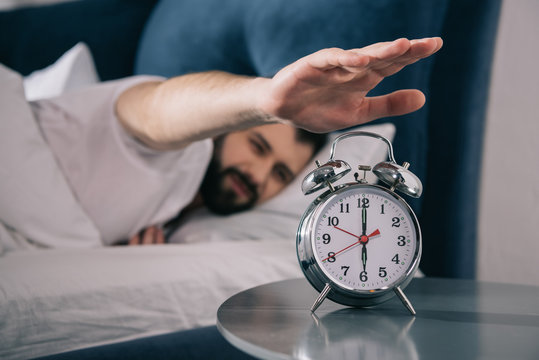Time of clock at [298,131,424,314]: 5:59
